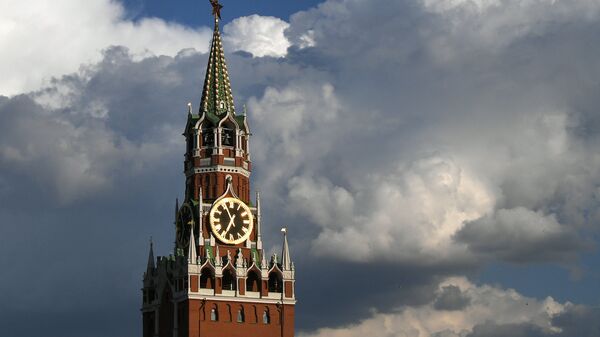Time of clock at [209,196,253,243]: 6:56
